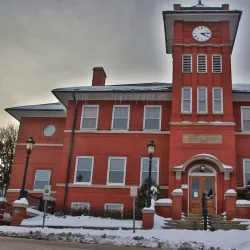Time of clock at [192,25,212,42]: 4:13
